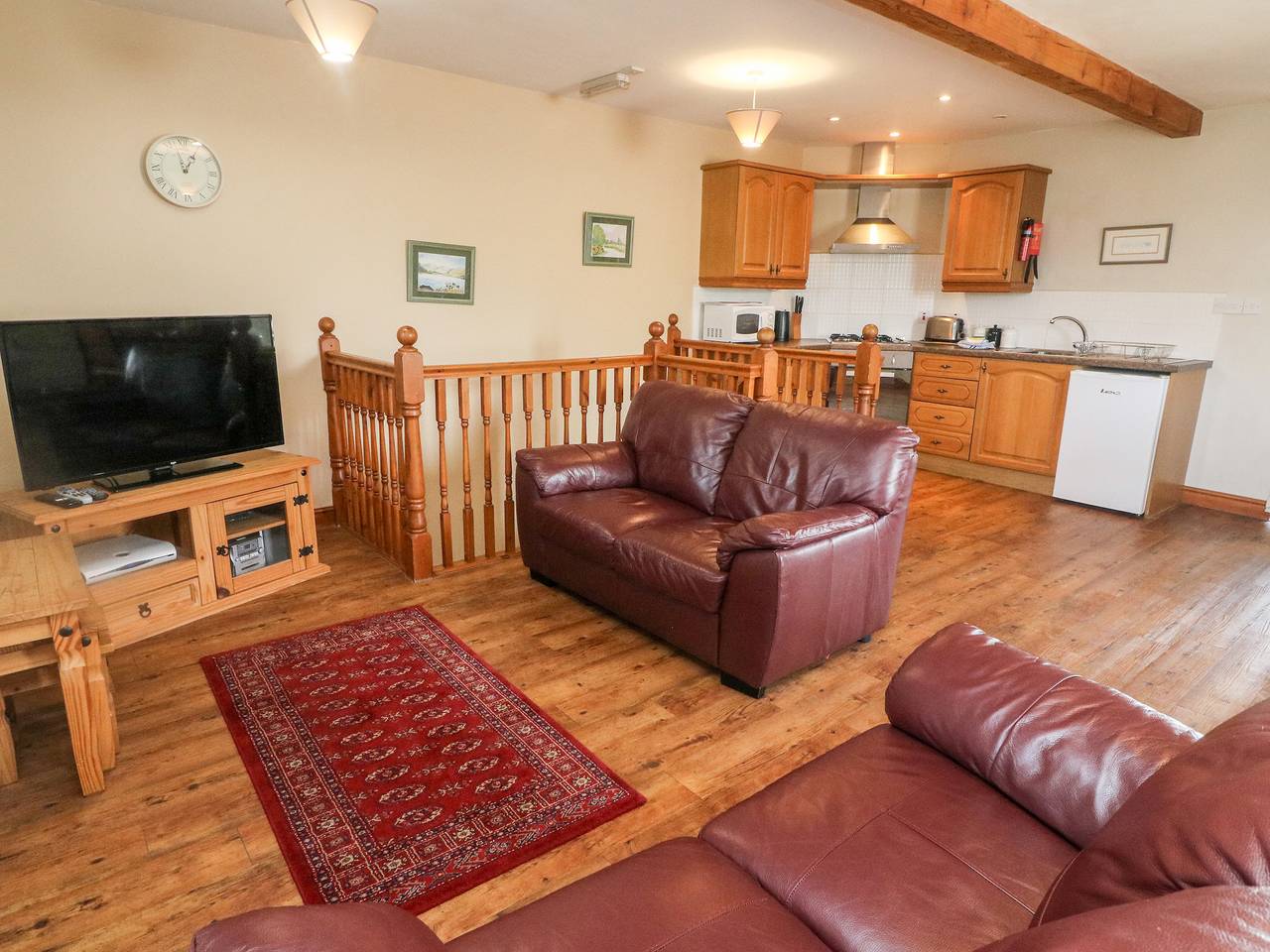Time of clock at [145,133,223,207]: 12:57
